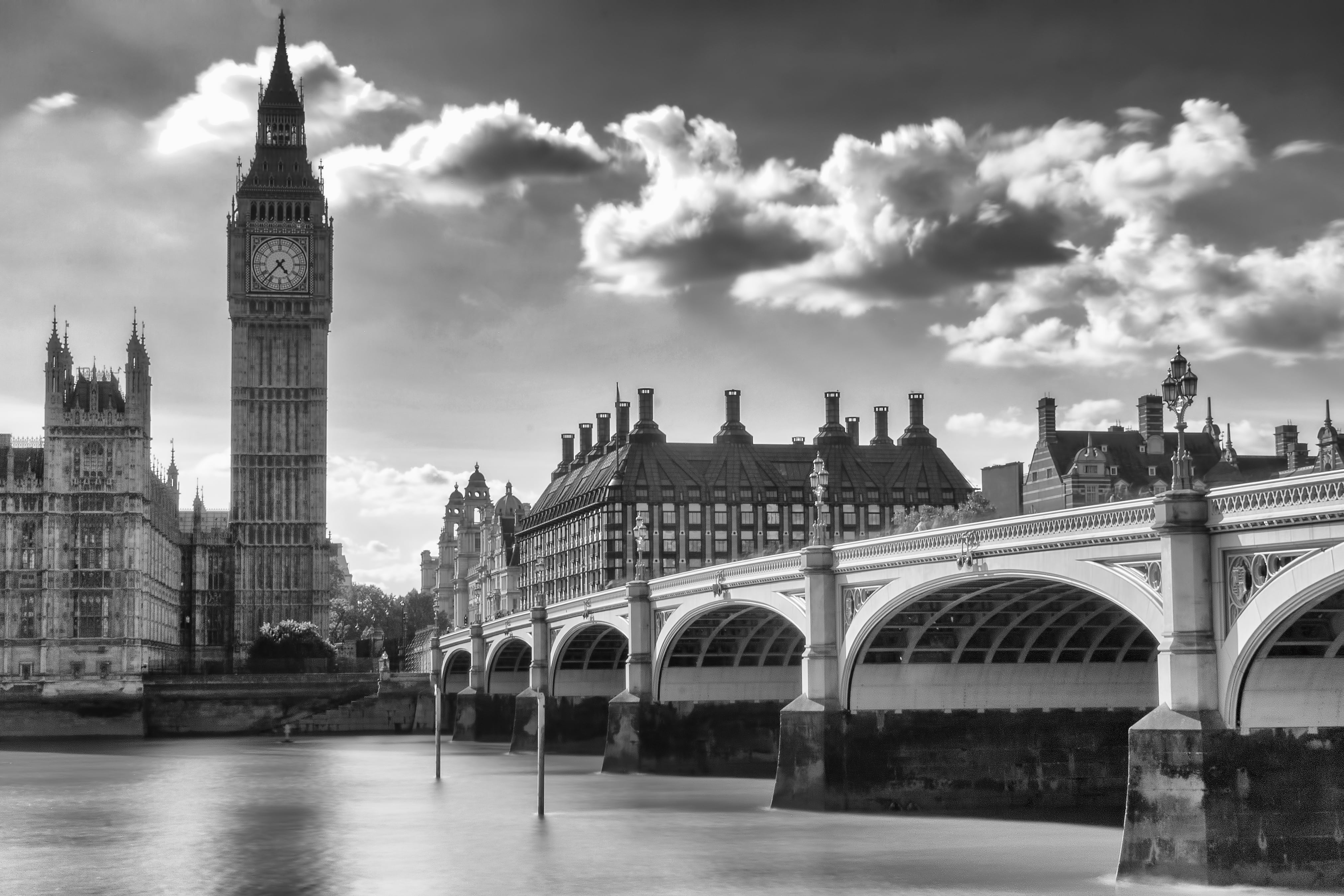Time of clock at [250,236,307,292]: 4:37
